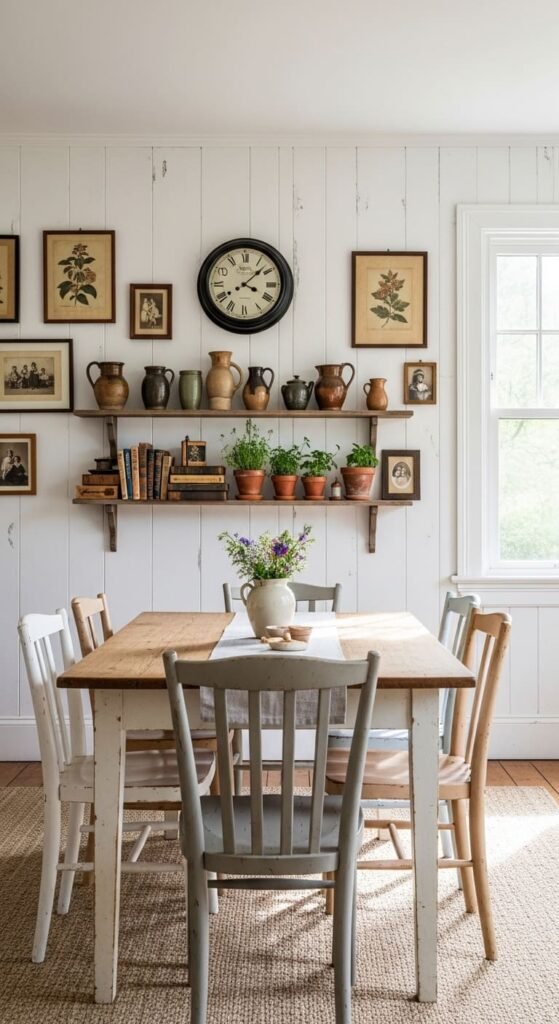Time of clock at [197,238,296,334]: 4:07
